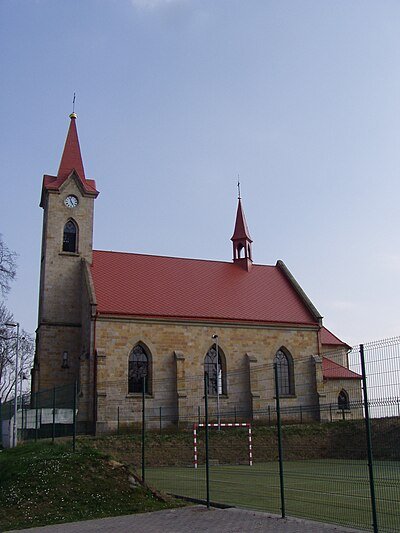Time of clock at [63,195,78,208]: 4:57
